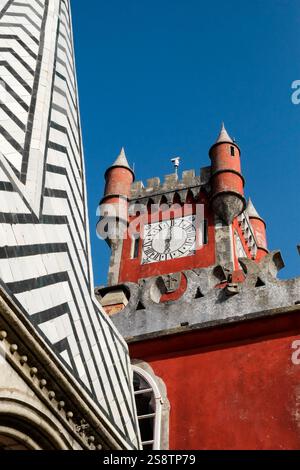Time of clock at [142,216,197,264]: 5:59
